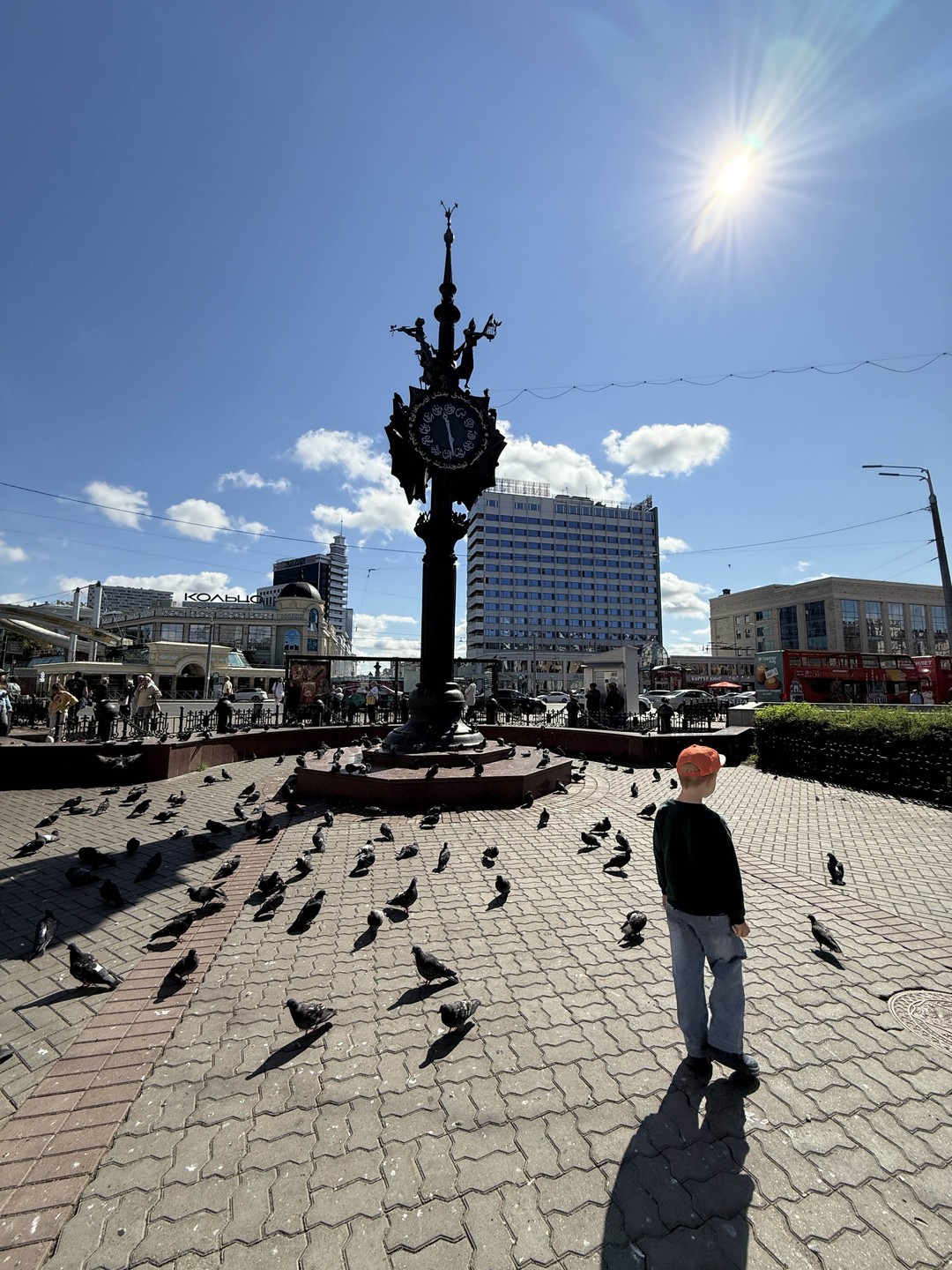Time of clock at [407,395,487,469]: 11:28
